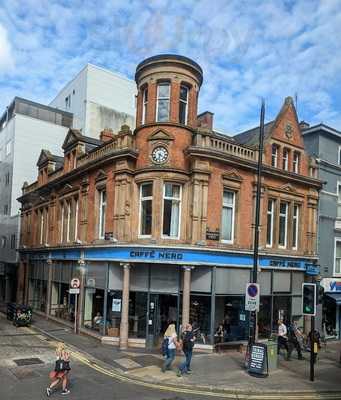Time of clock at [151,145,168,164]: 6:21
